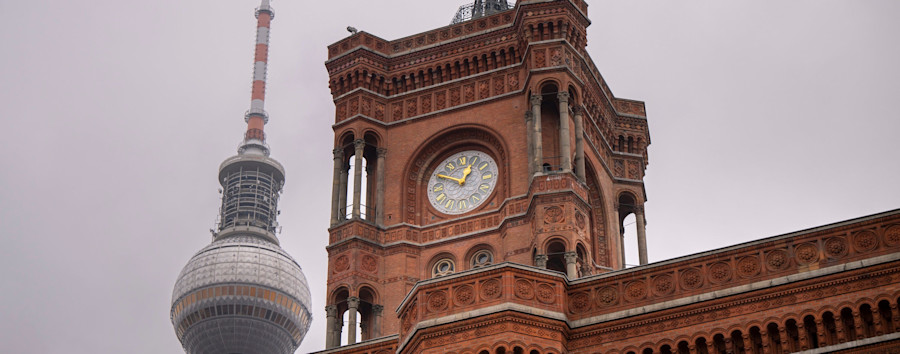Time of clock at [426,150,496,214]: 12:49
